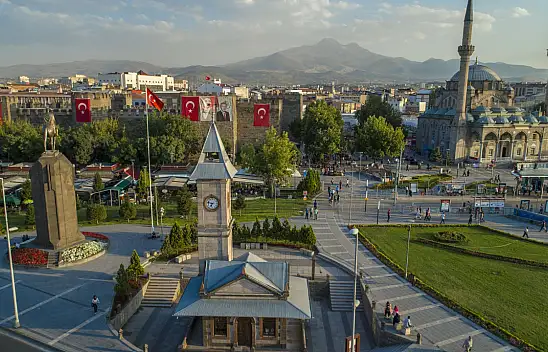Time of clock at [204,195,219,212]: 6:47
